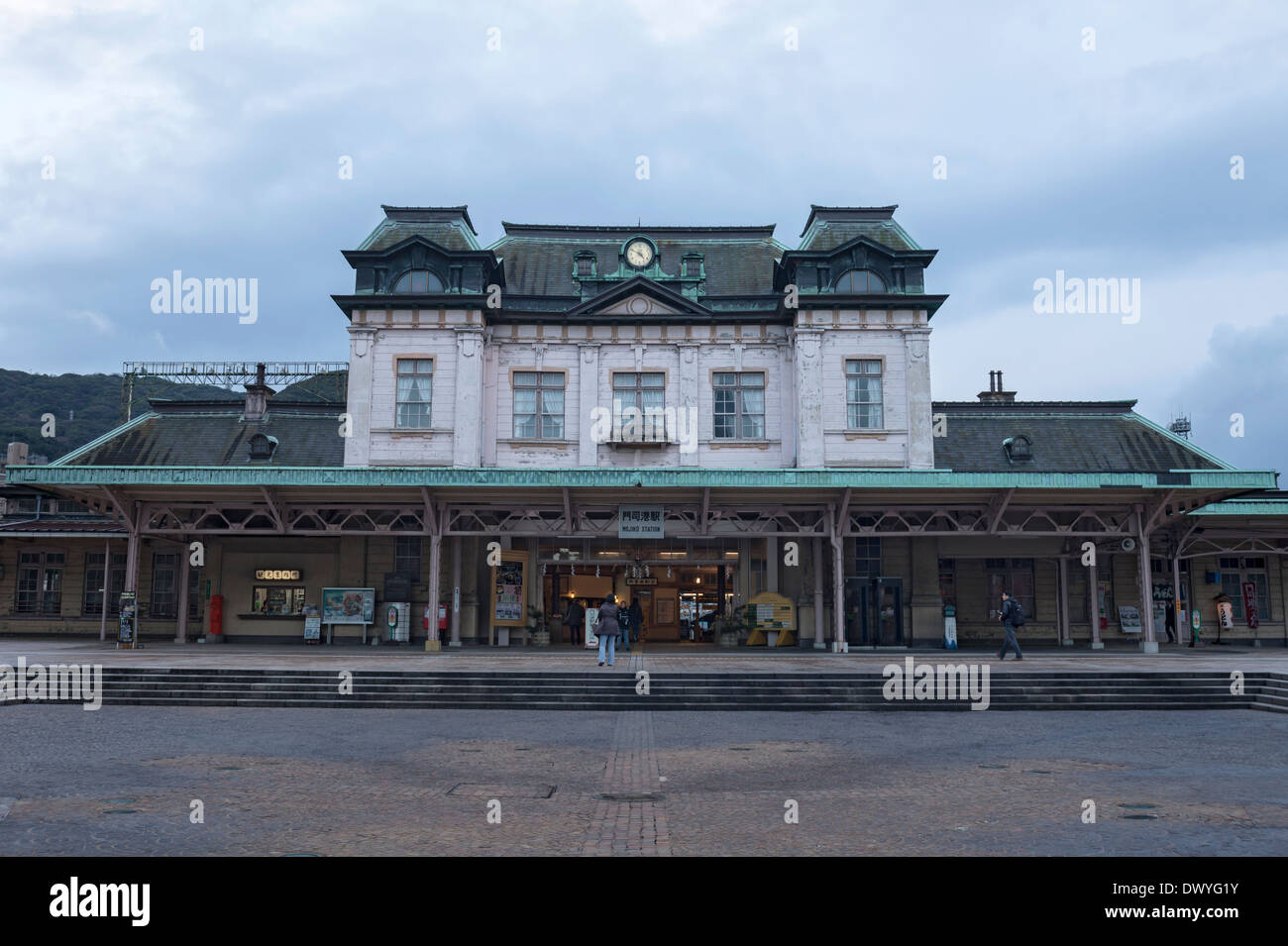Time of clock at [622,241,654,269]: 4:49
